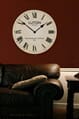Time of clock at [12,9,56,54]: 1:51
